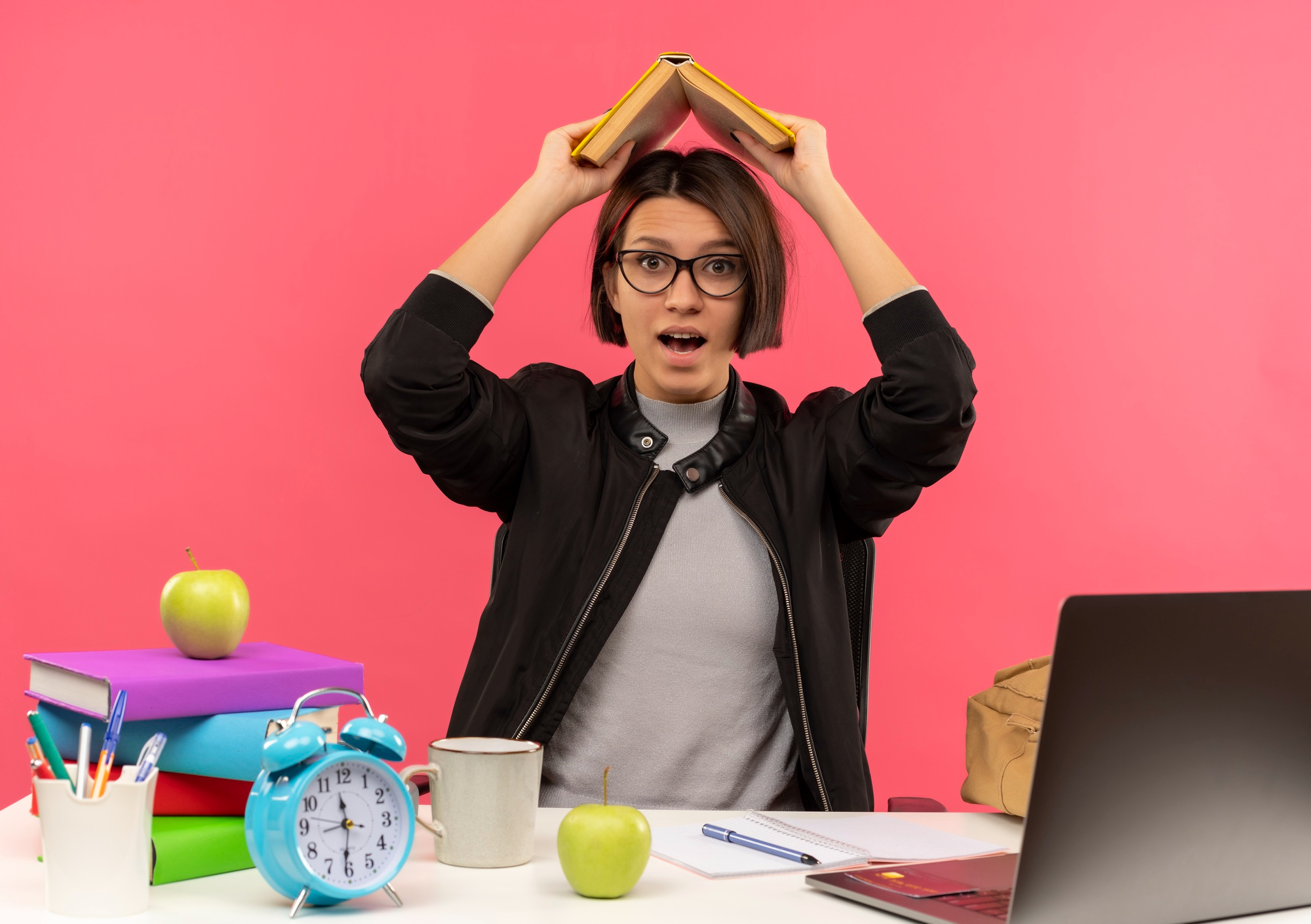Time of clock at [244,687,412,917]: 11:31
